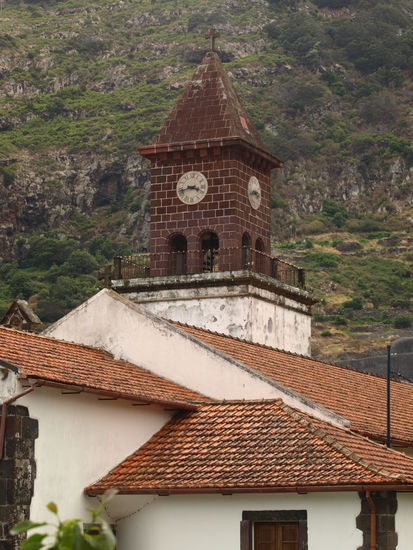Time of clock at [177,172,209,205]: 3:42
